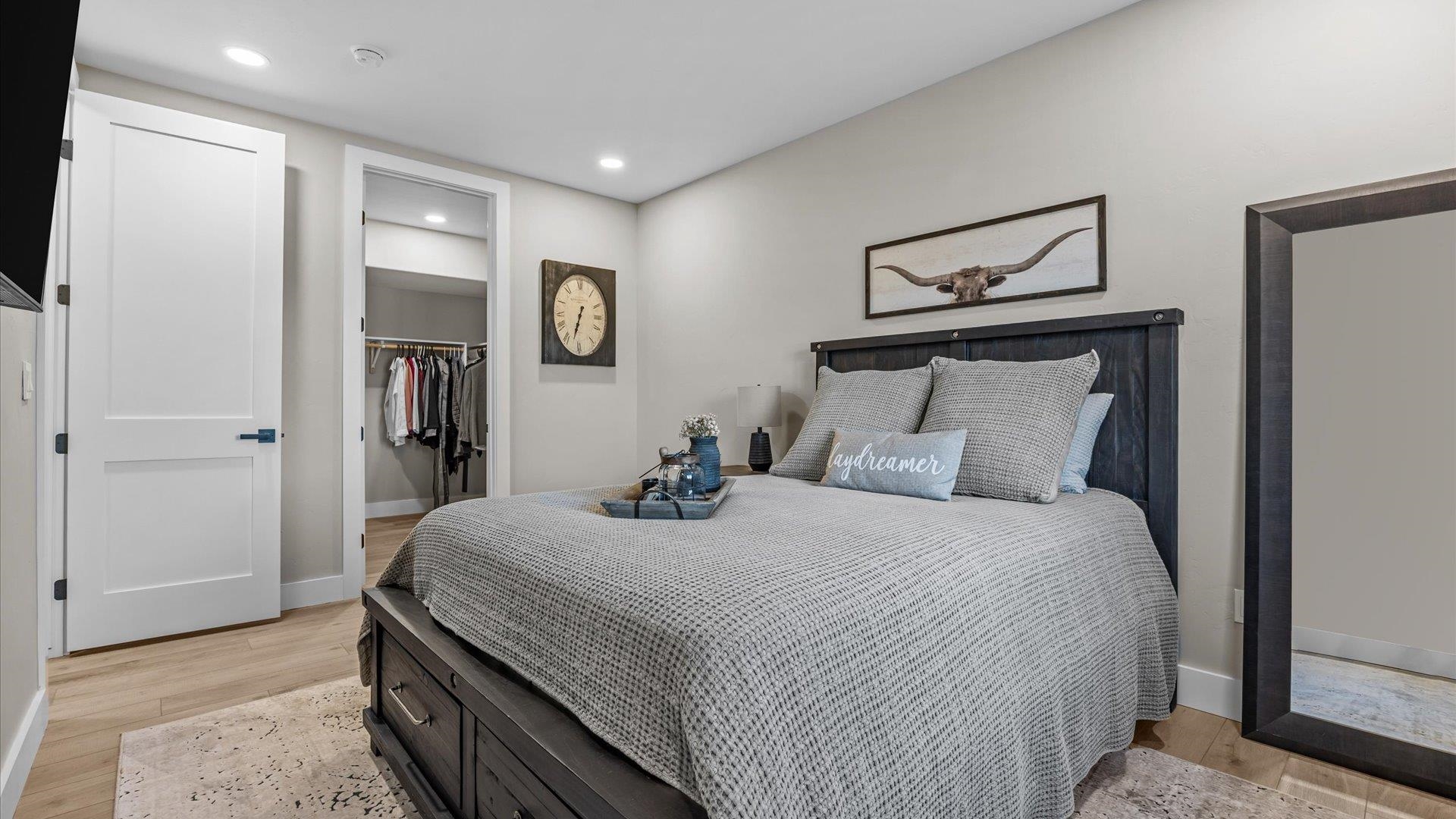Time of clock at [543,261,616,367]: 6:32
